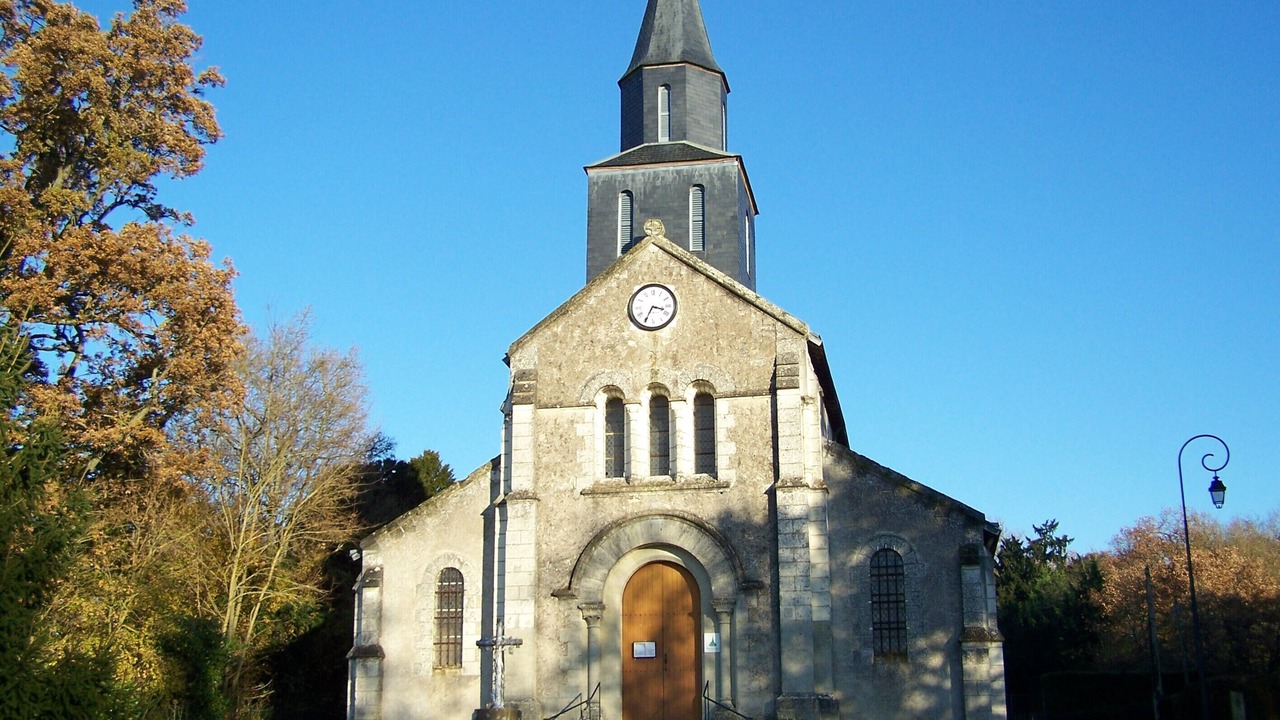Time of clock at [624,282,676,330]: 3:34
